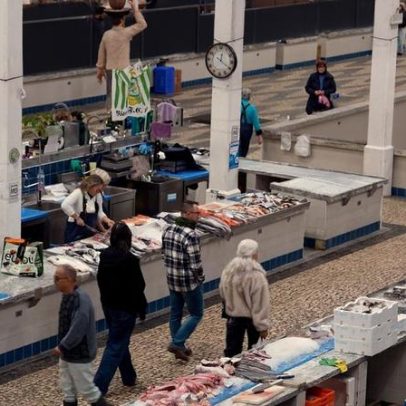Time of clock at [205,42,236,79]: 12:20
